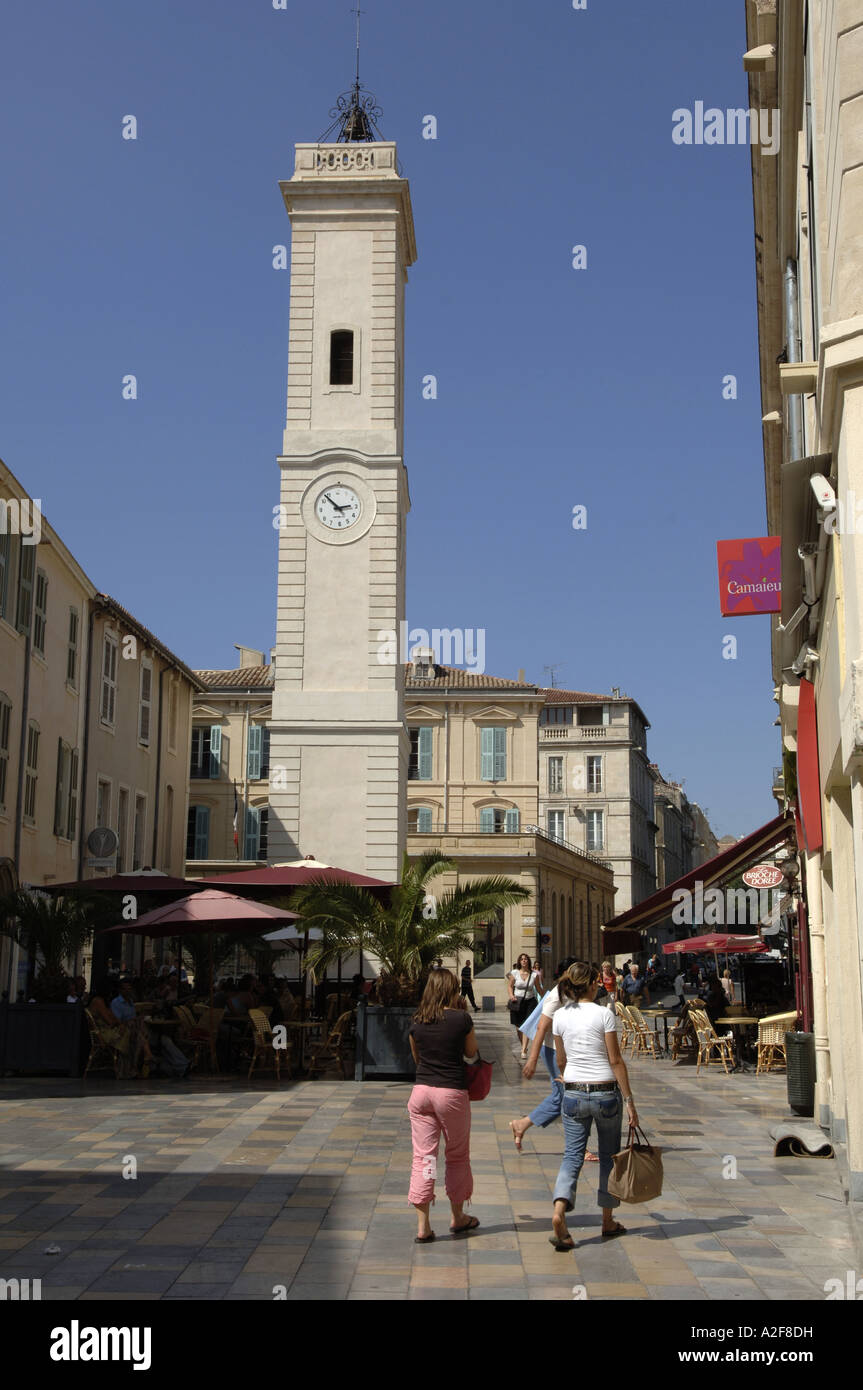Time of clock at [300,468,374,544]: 2:53
